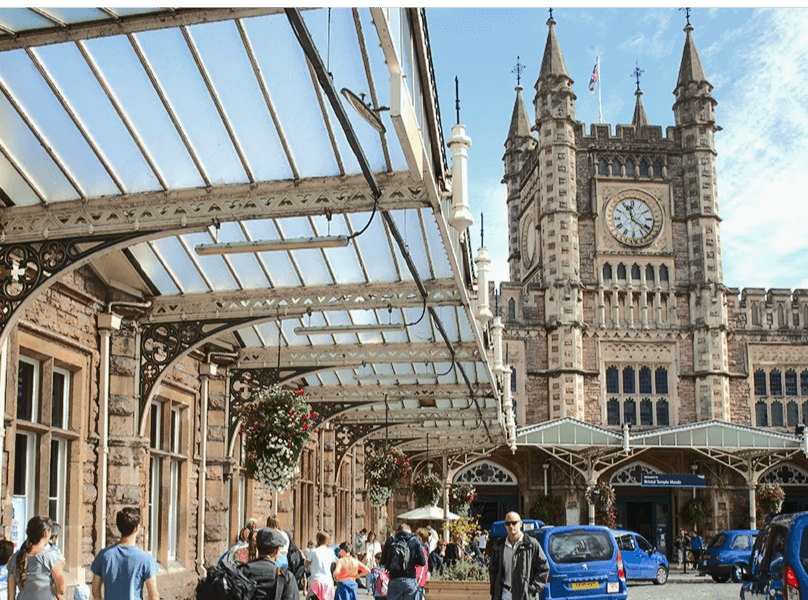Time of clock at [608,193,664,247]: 11:21
